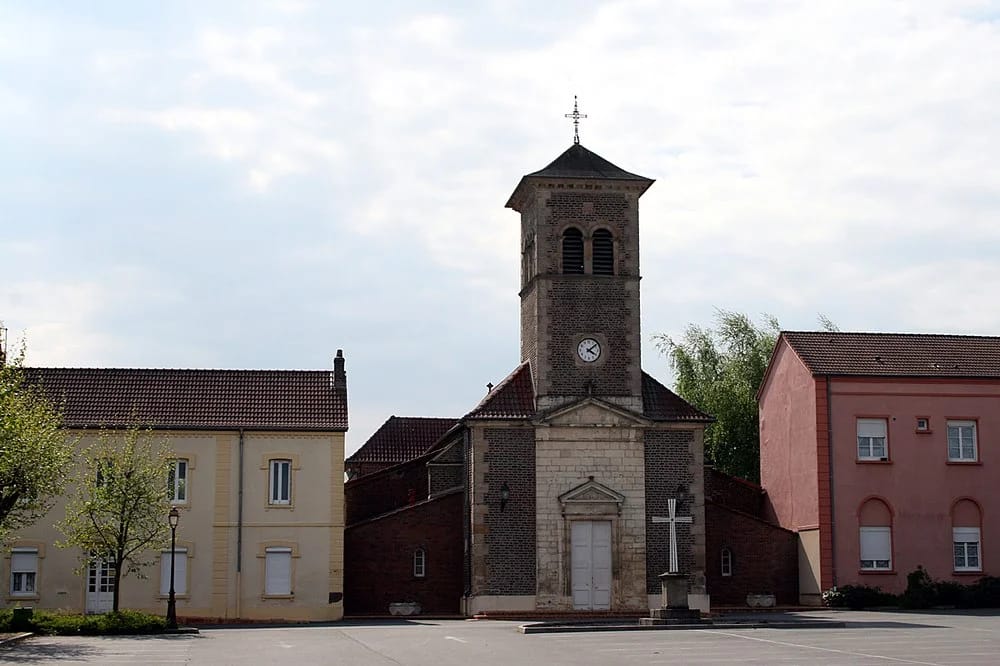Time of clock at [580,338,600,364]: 4:08
